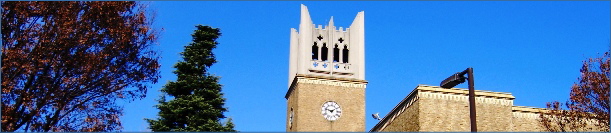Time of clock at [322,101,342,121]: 1:47
